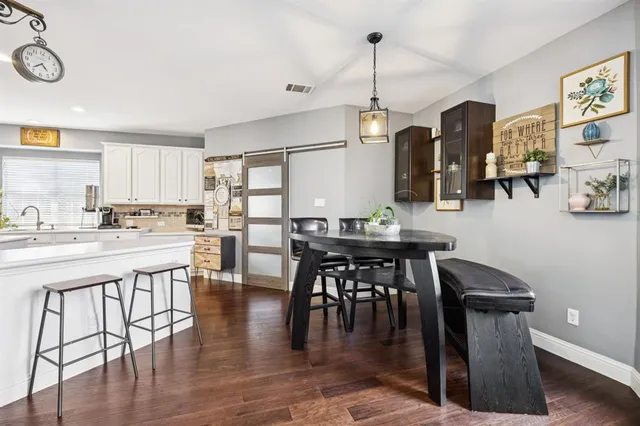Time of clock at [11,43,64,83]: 4:37
